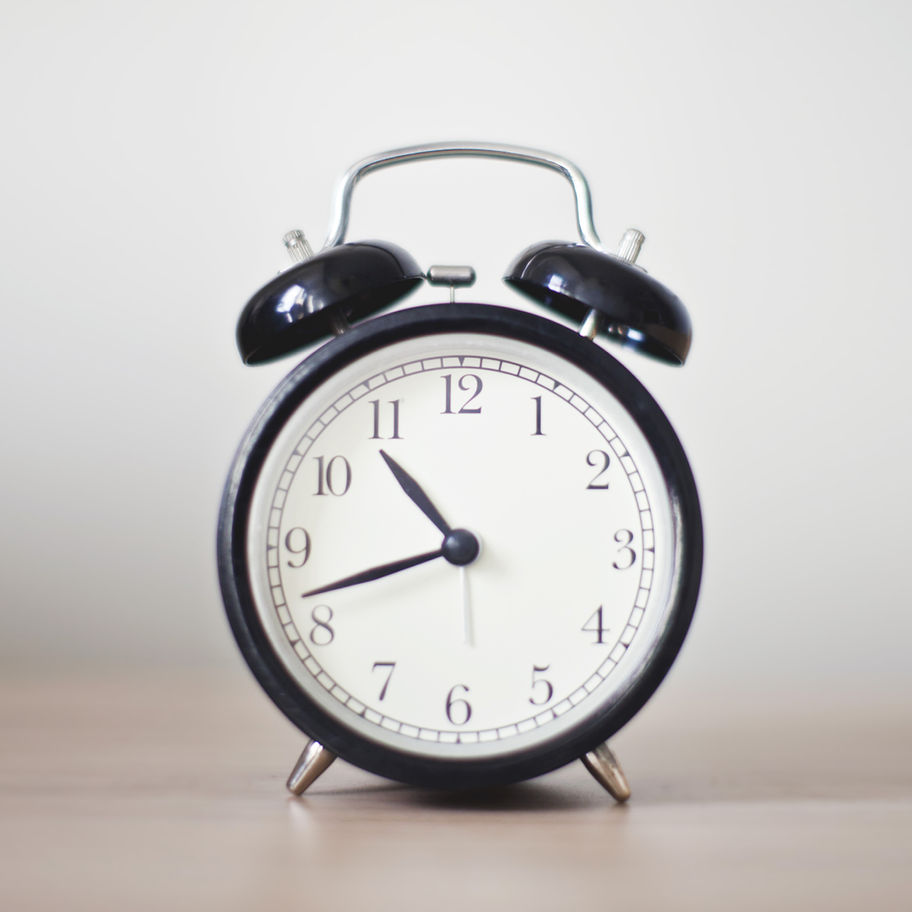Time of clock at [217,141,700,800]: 10:42
